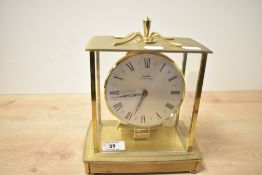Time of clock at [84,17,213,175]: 6:43
